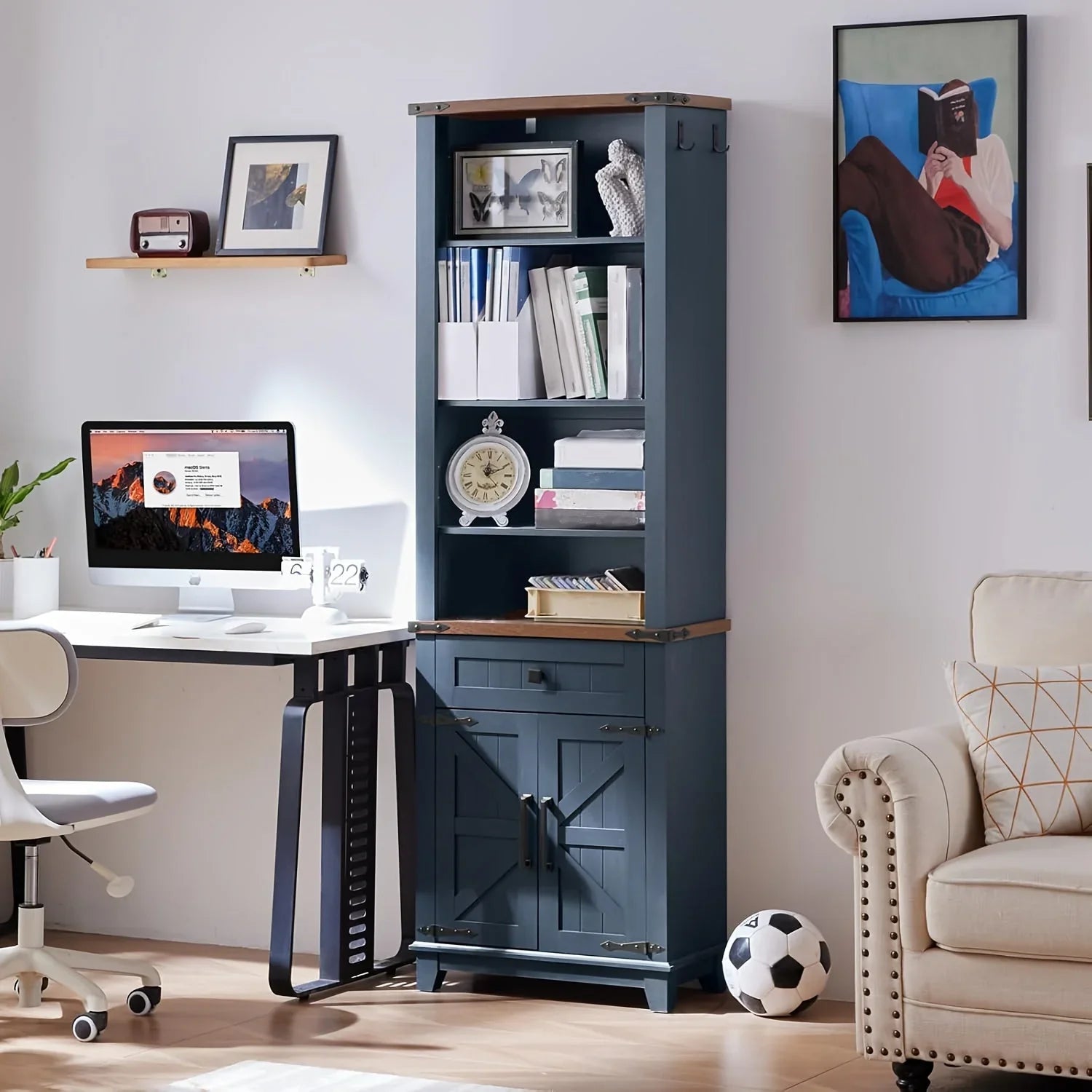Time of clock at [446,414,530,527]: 12:10
